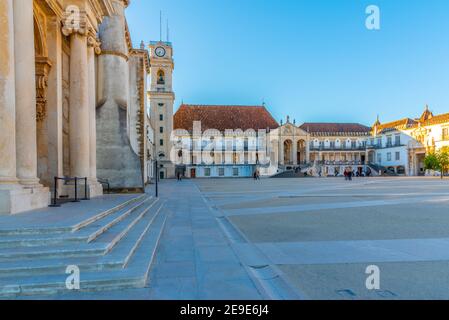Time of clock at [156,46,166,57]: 7:32
